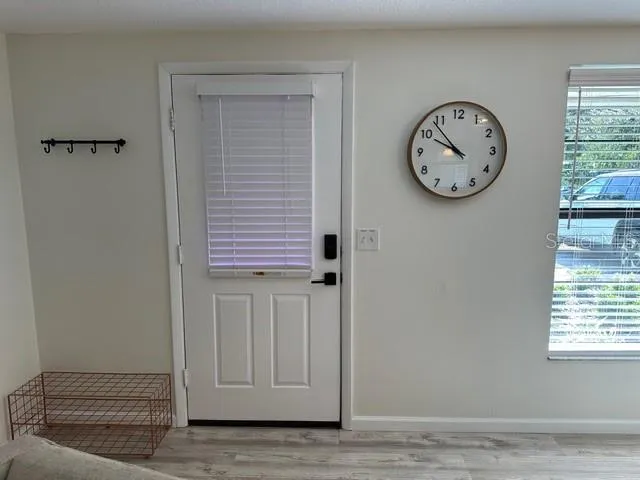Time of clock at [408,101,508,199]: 9:53
